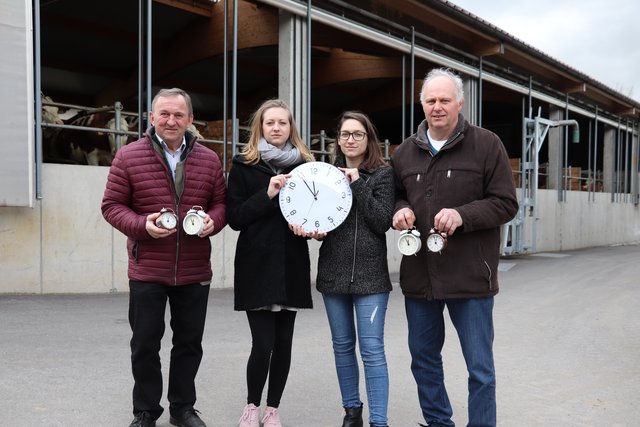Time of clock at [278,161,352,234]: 11:54
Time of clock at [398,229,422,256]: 11:55
